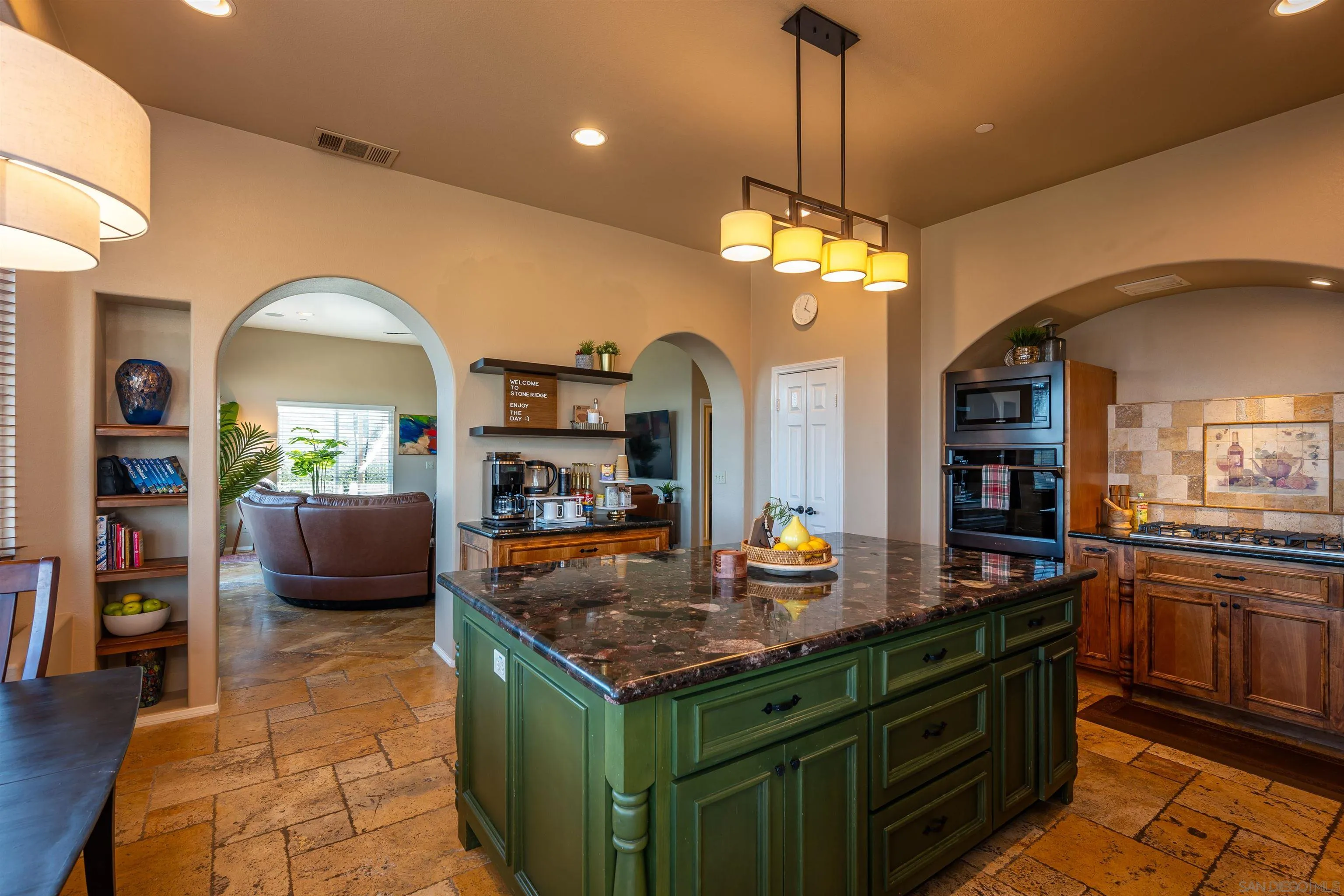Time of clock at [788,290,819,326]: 4:04
